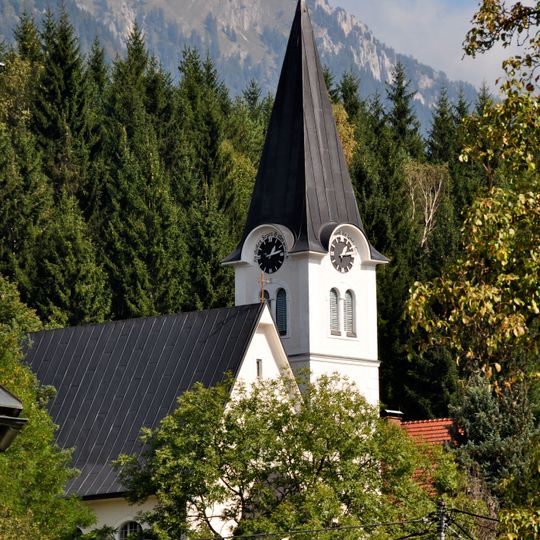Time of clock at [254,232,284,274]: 1:12
